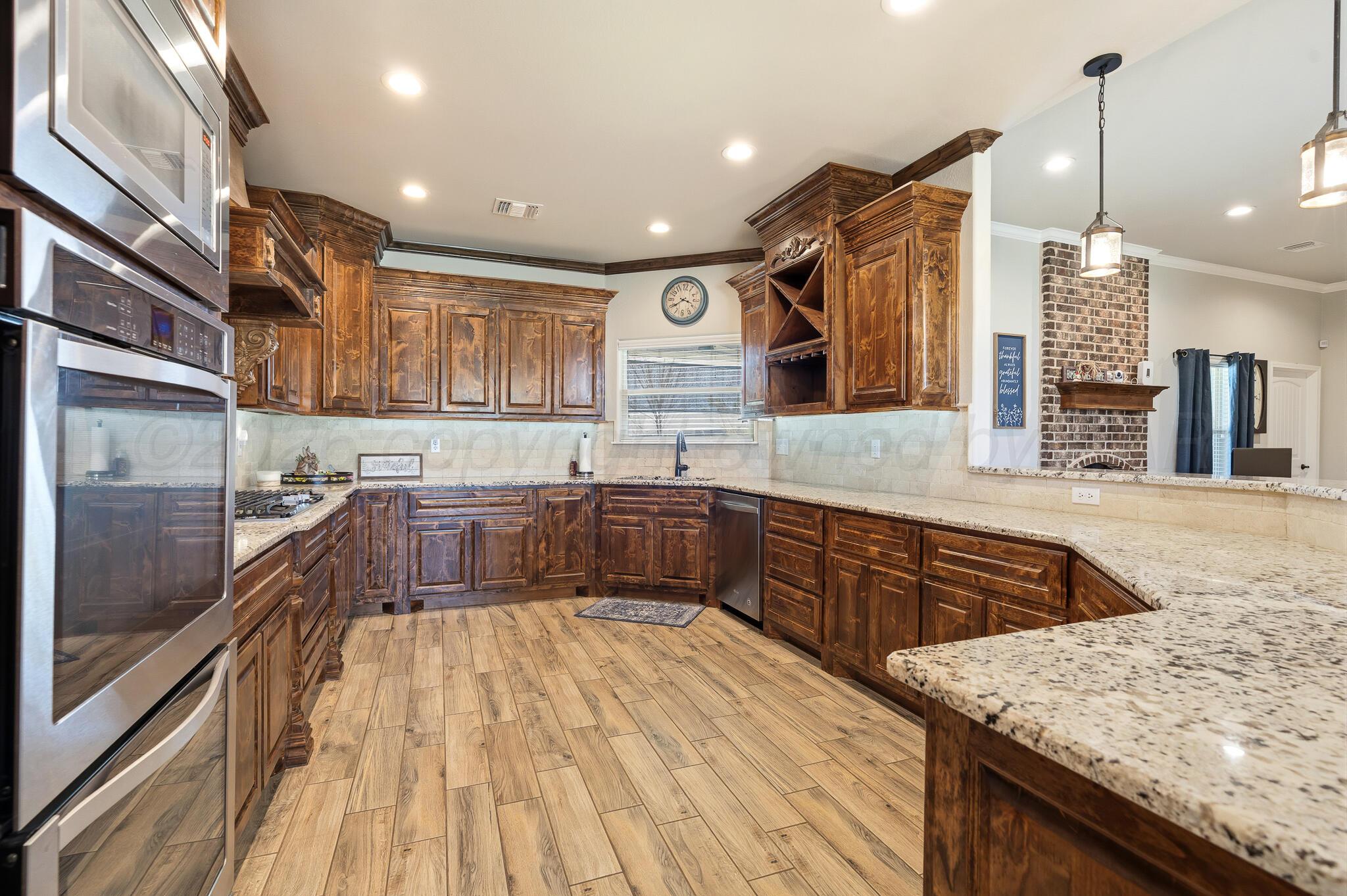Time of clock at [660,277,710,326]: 3:39
